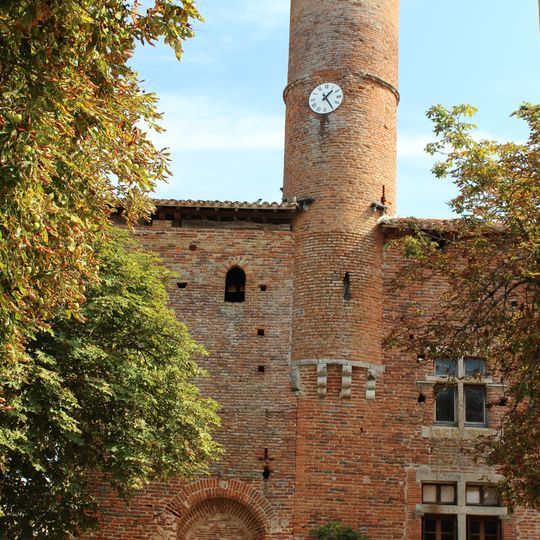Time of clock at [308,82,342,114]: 1:24
